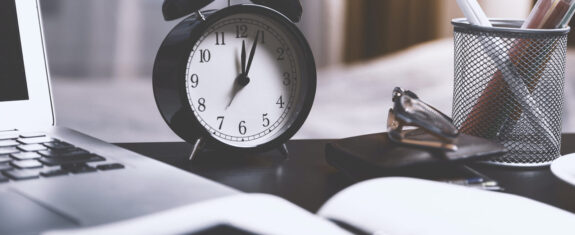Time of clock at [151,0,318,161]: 12:03
